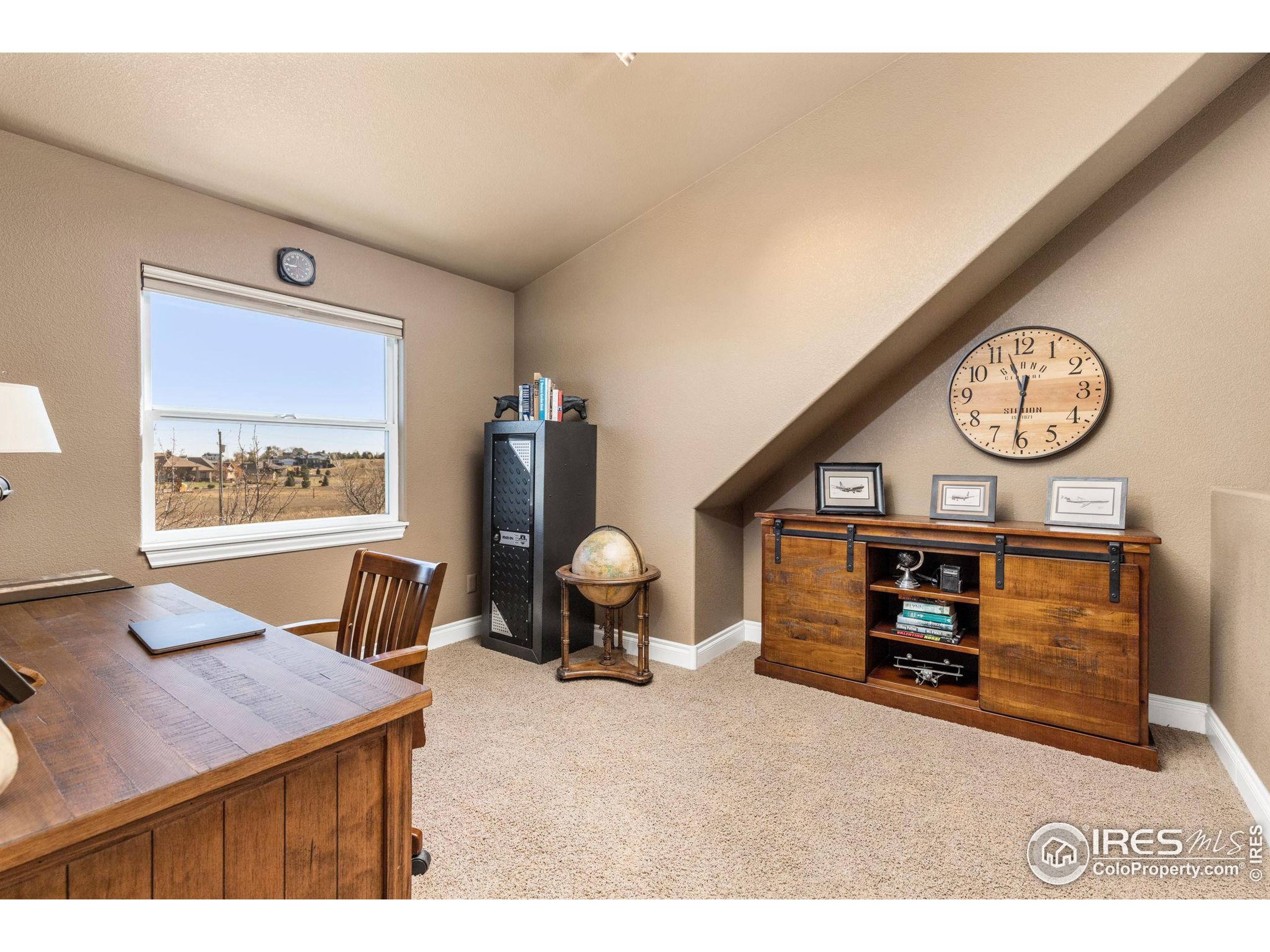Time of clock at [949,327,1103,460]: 12:31
